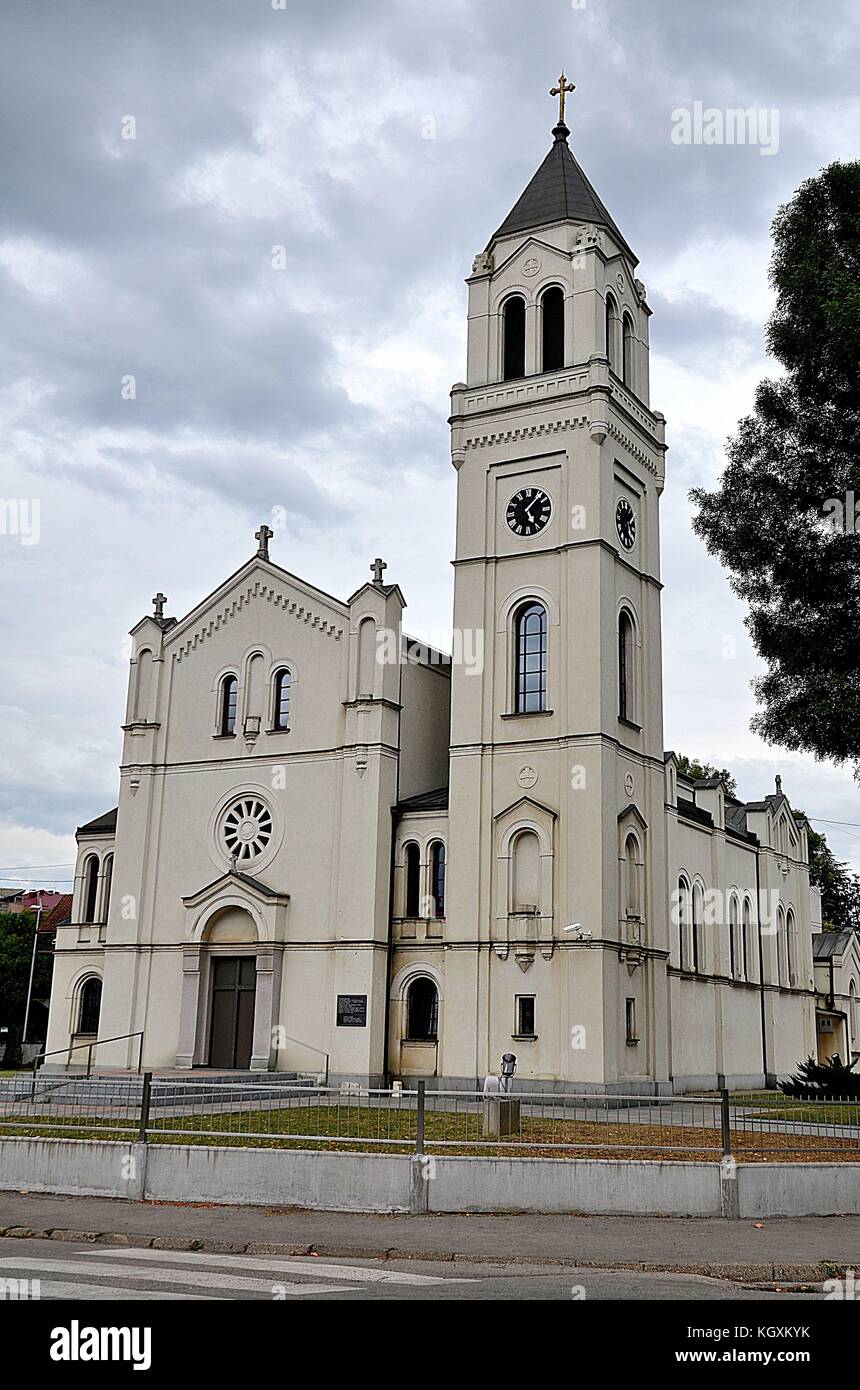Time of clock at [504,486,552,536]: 5:06
